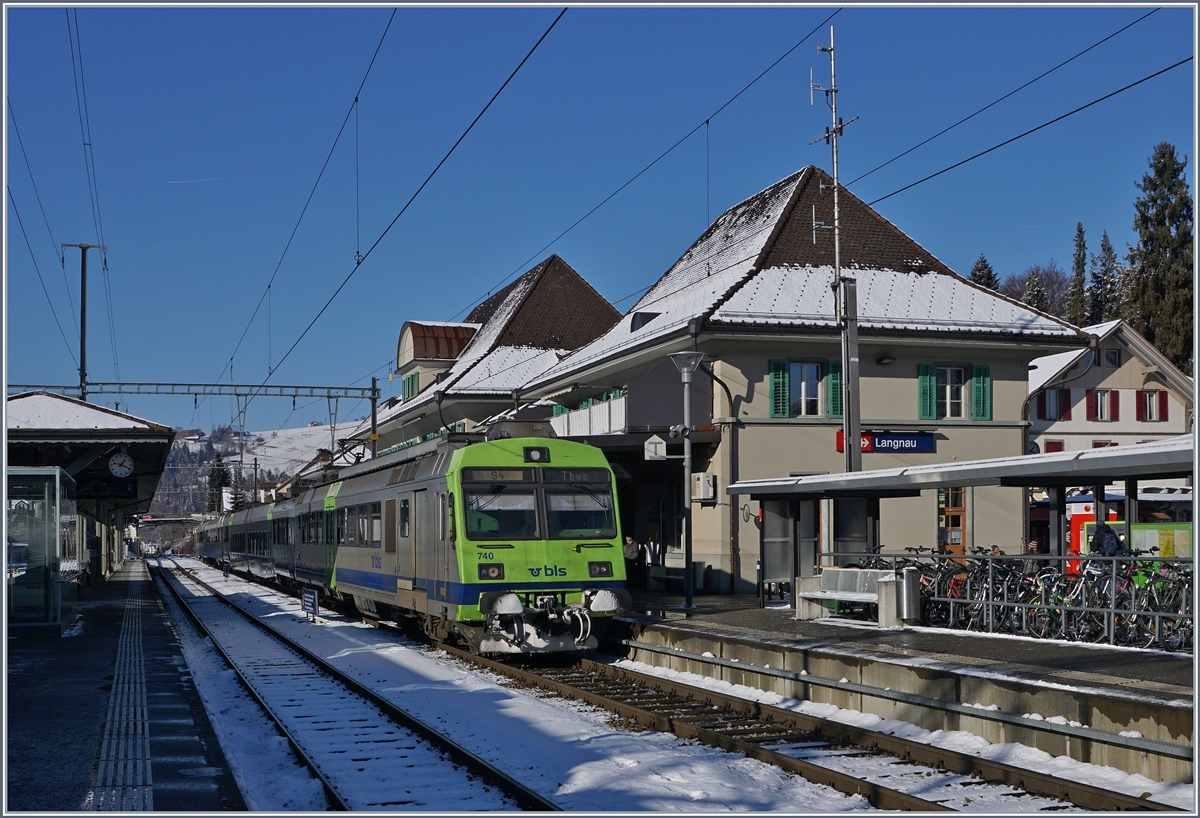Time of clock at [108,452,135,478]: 1:18
